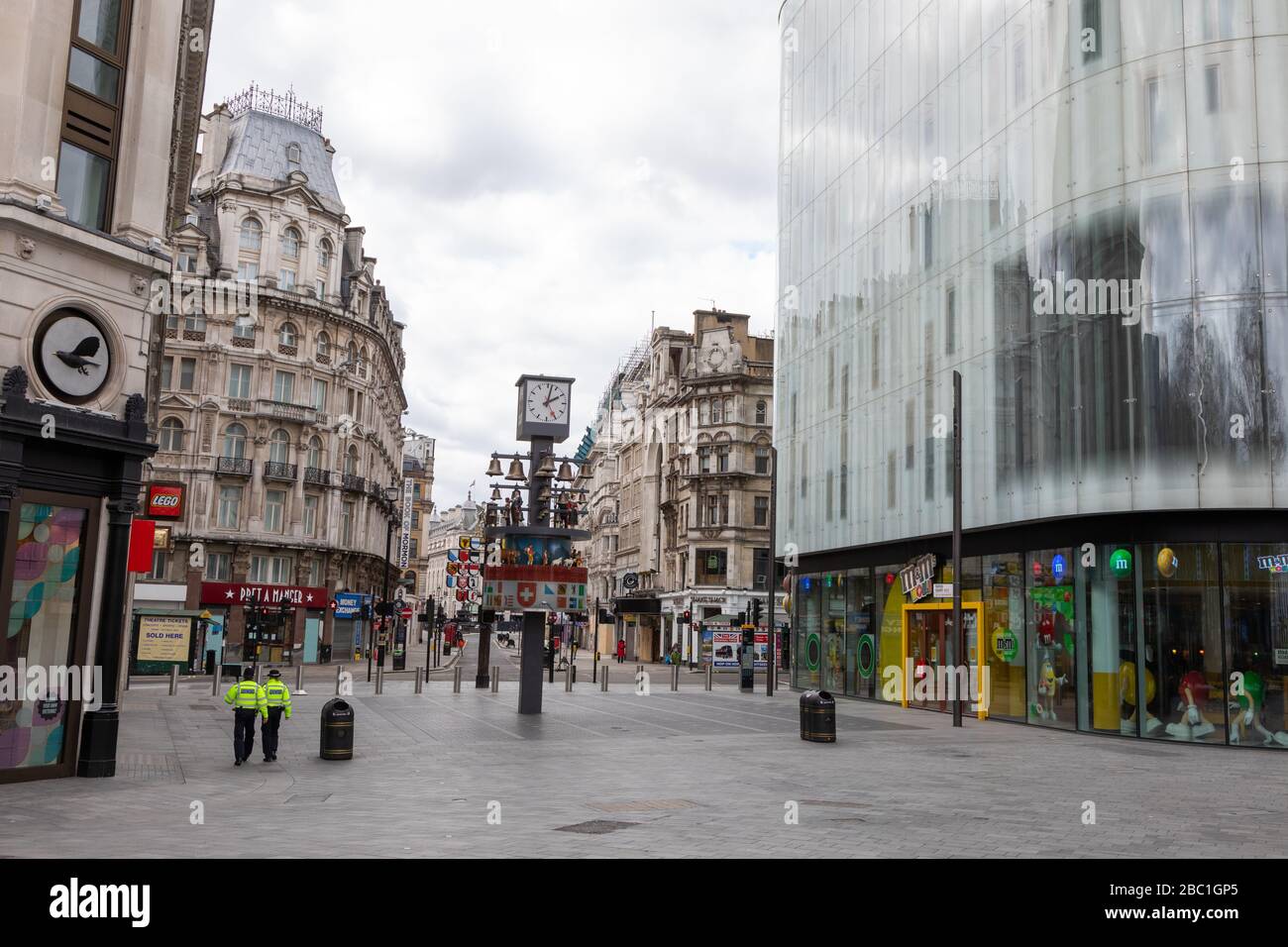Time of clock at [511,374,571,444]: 2:02
